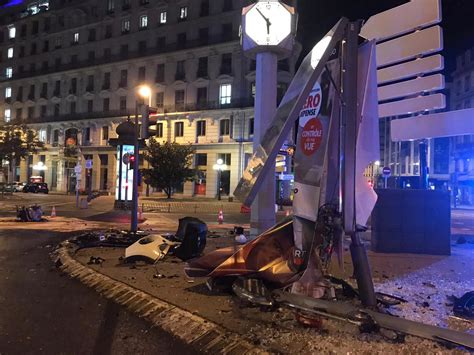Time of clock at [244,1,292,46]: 5:54
